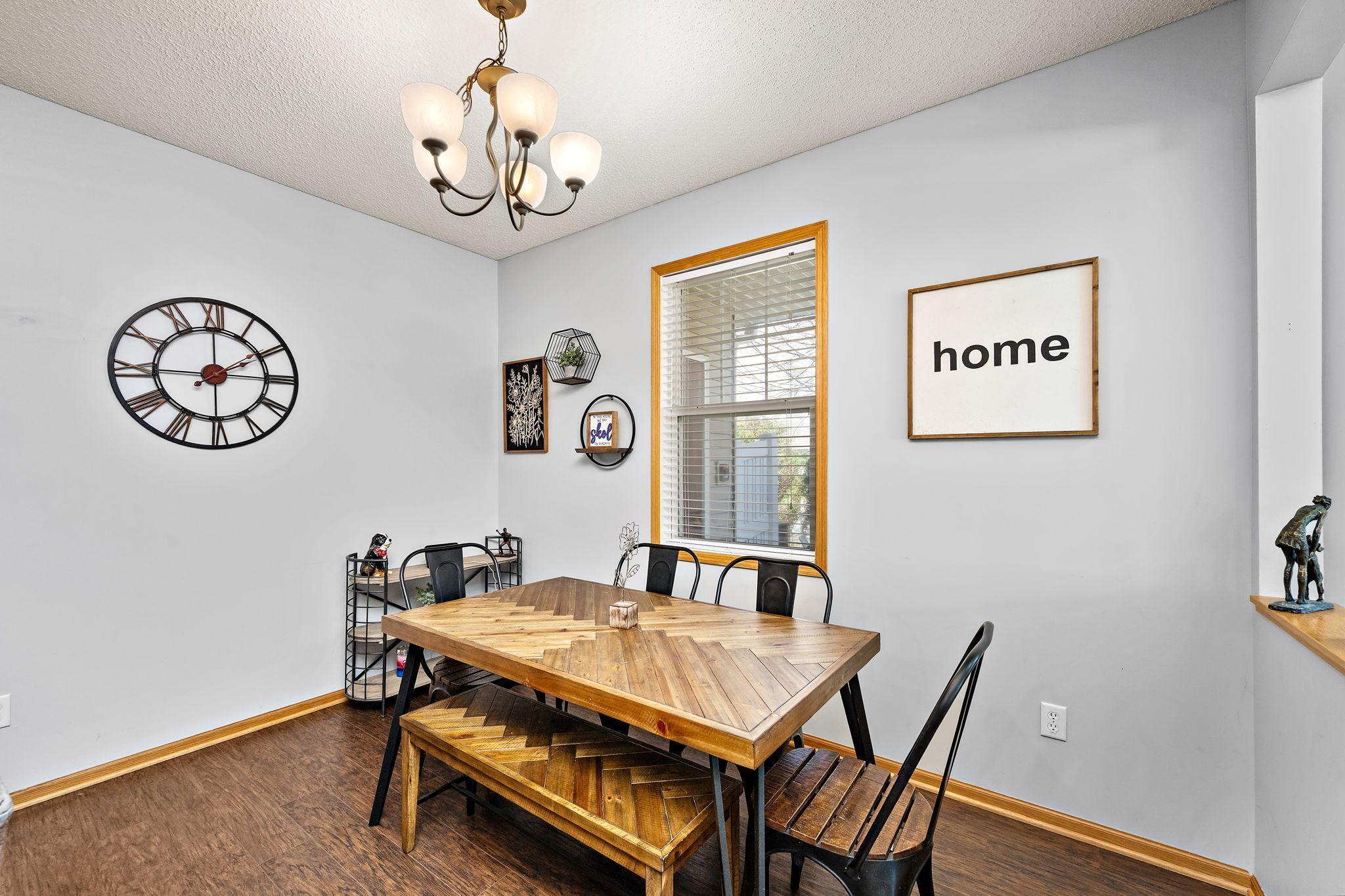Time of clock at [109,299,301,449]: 2:00
